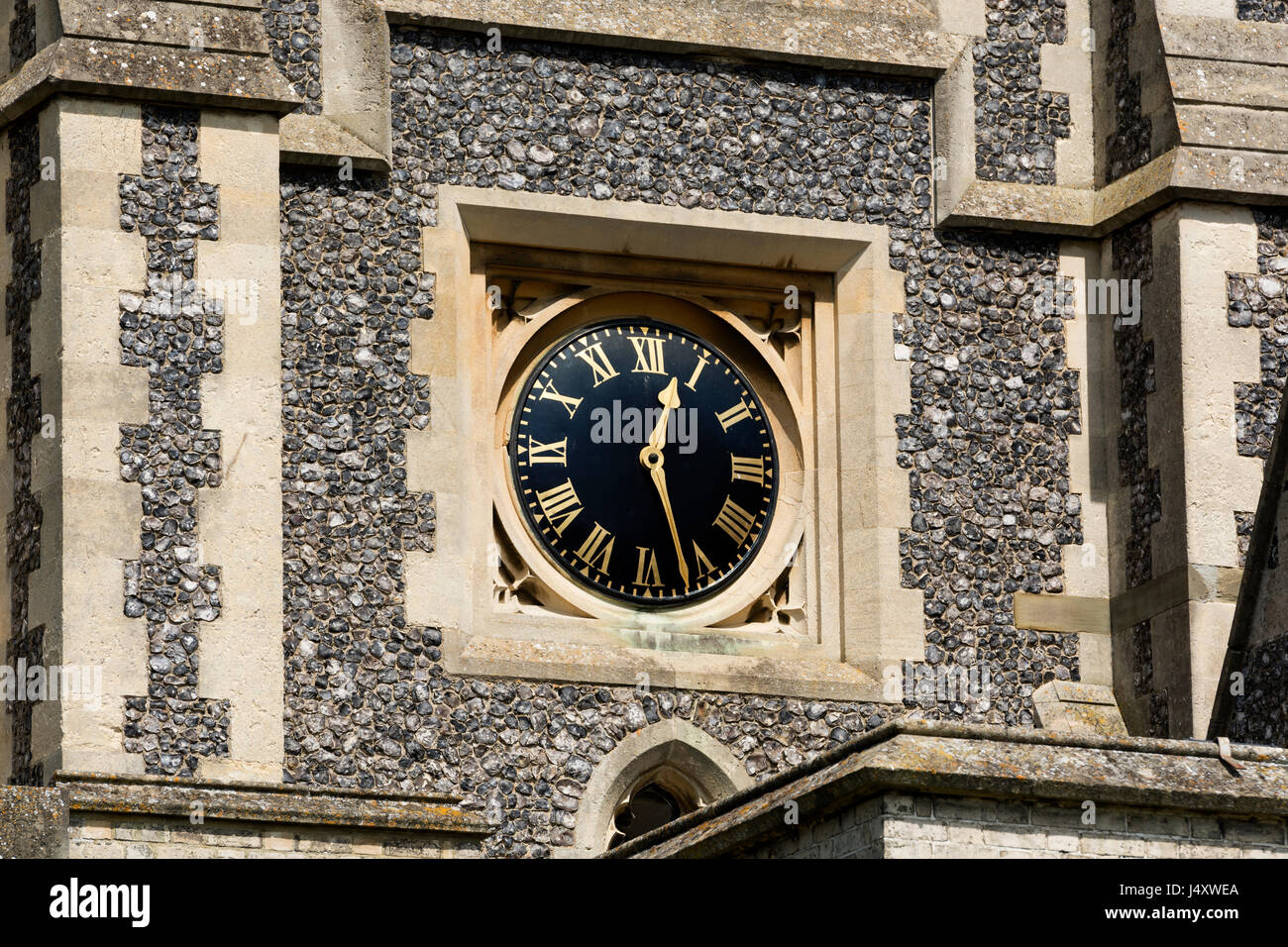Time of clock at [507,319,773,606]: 12:26
